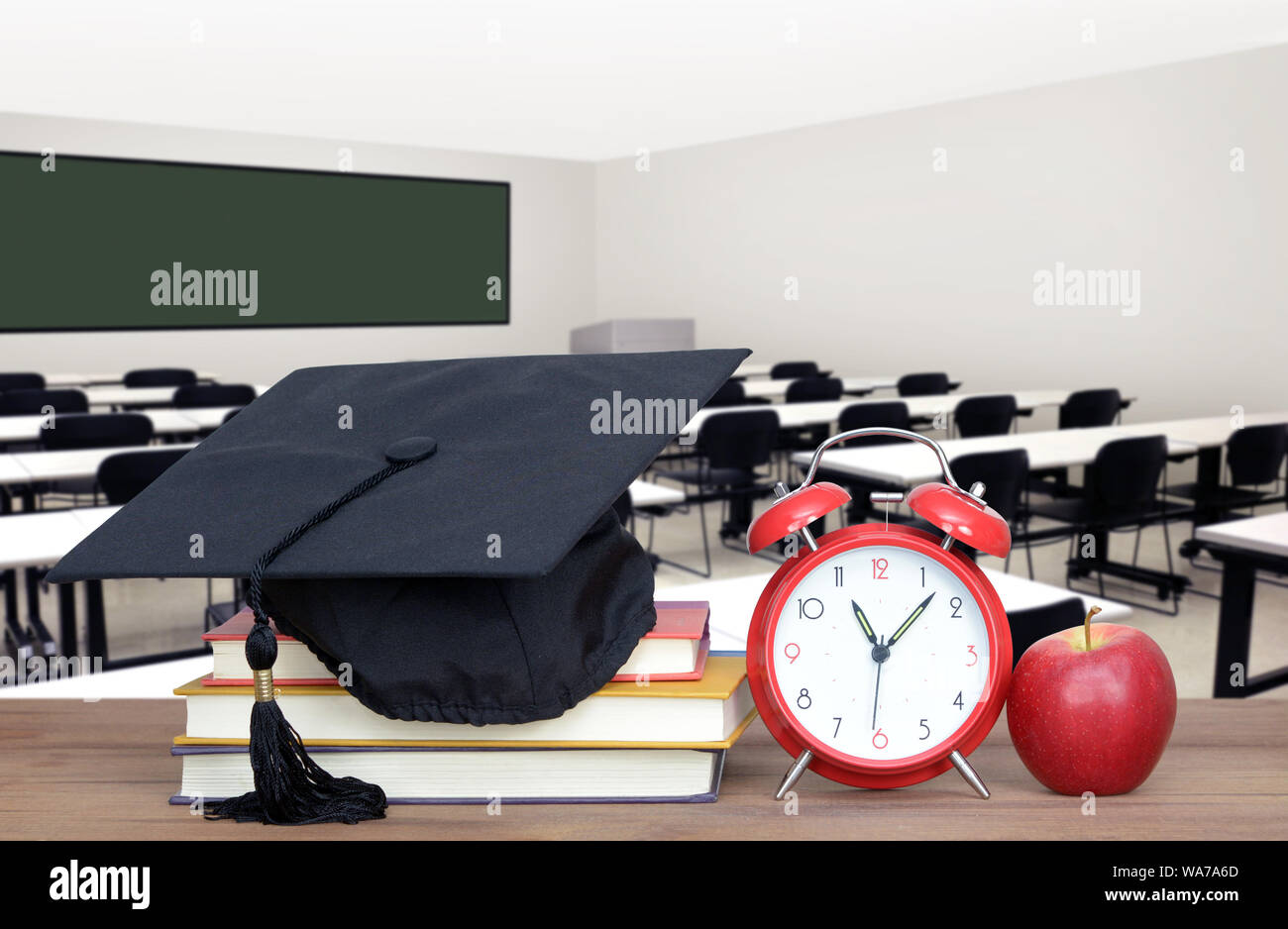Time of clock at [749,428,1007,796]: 11:07
